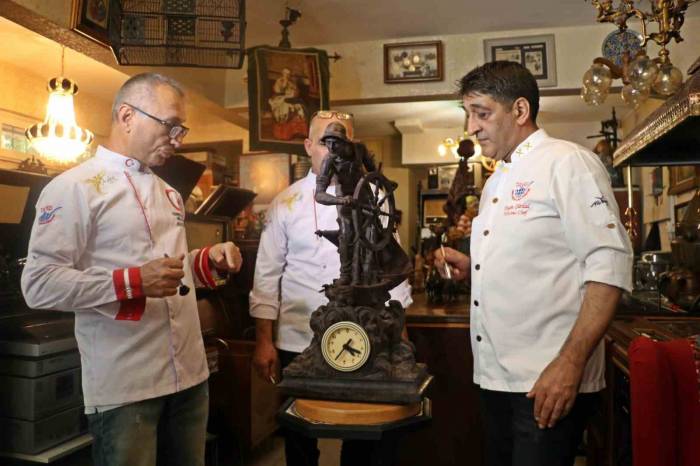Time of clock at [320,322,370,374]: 3:35
